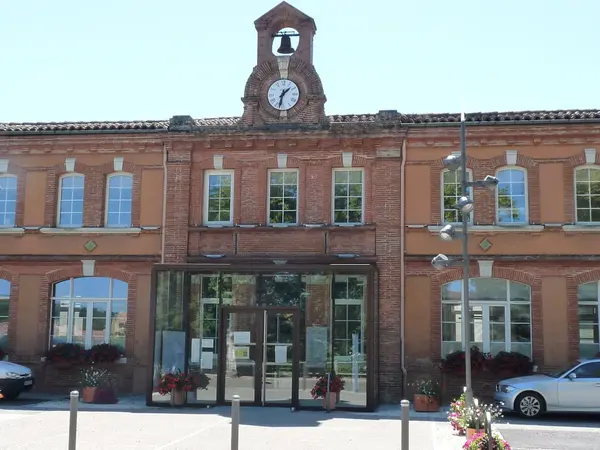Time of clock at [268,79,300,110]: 1:32
